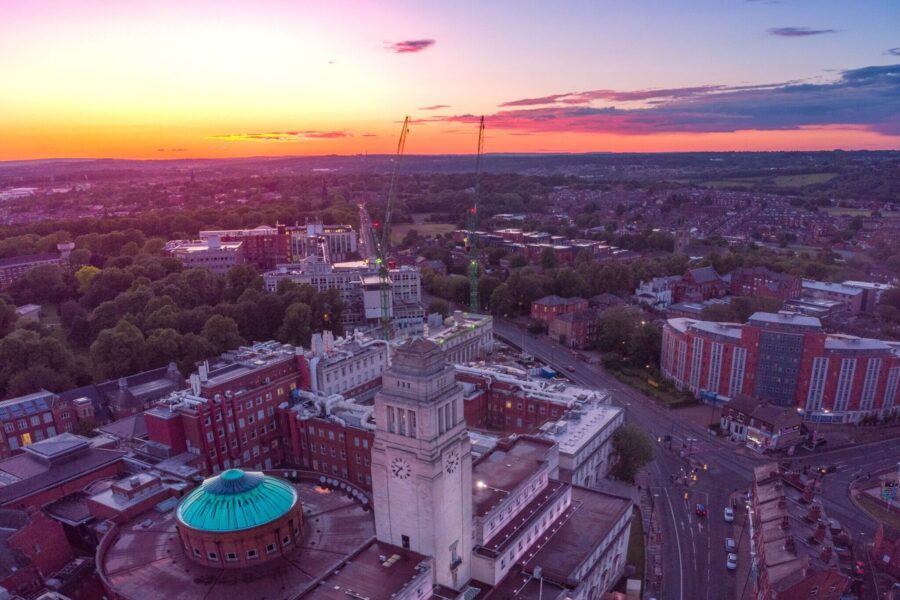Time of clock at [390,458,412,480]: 9:37
